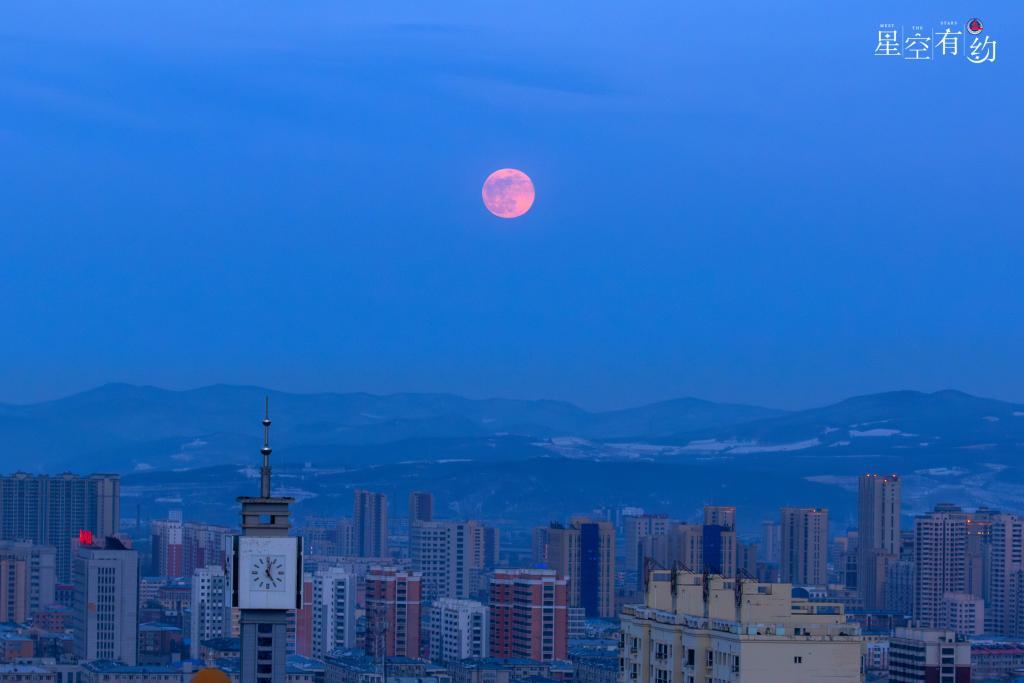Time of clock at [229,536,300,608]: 12:23
